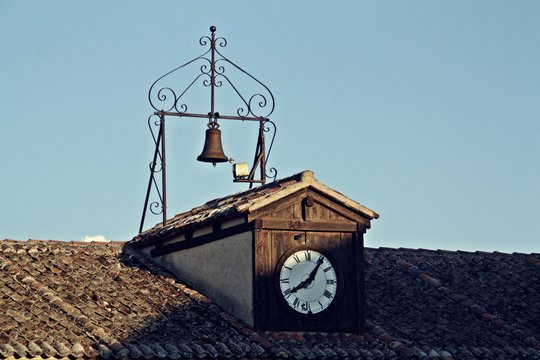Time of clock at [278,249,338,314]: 8:06
